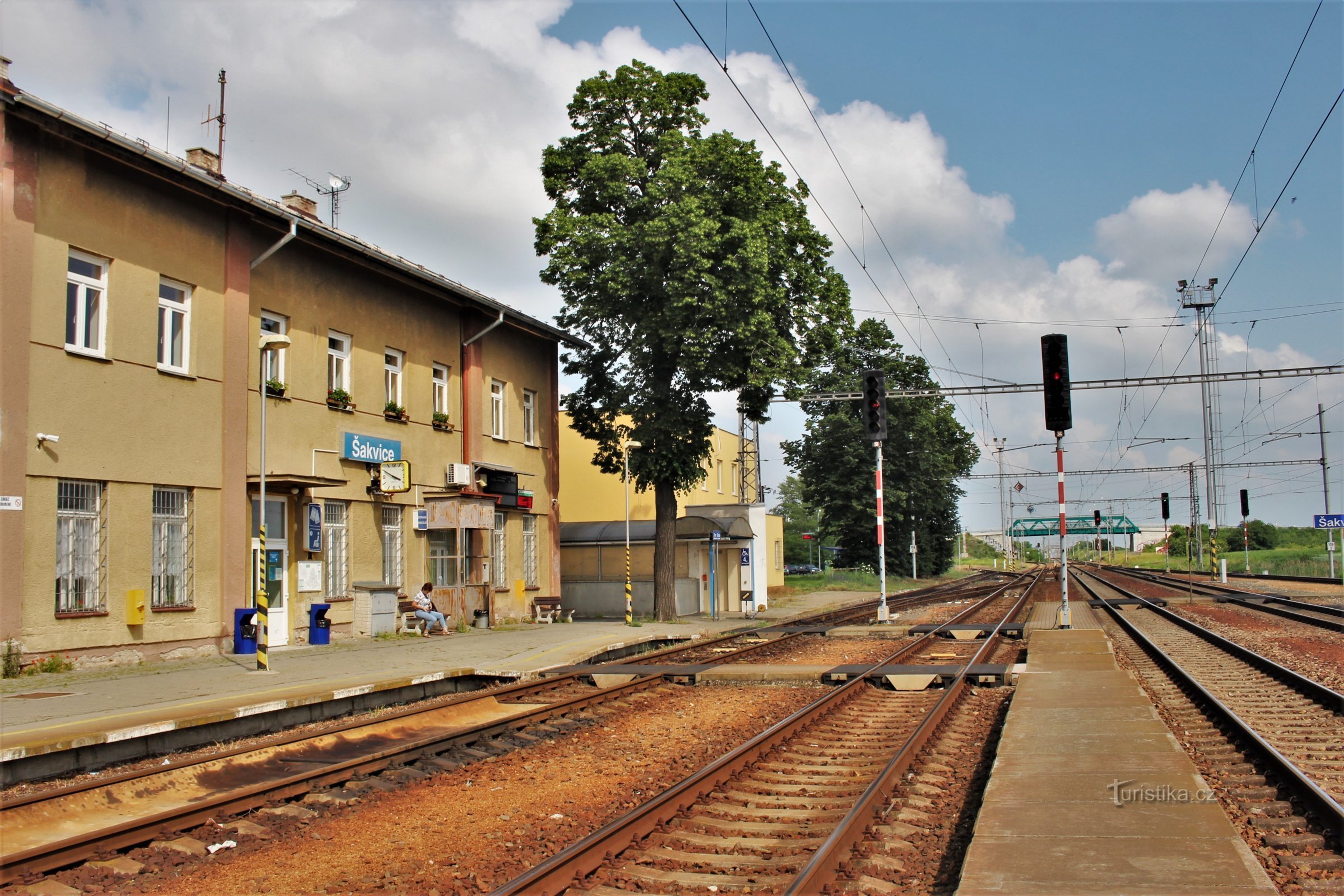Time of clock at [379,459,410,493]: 3:50
